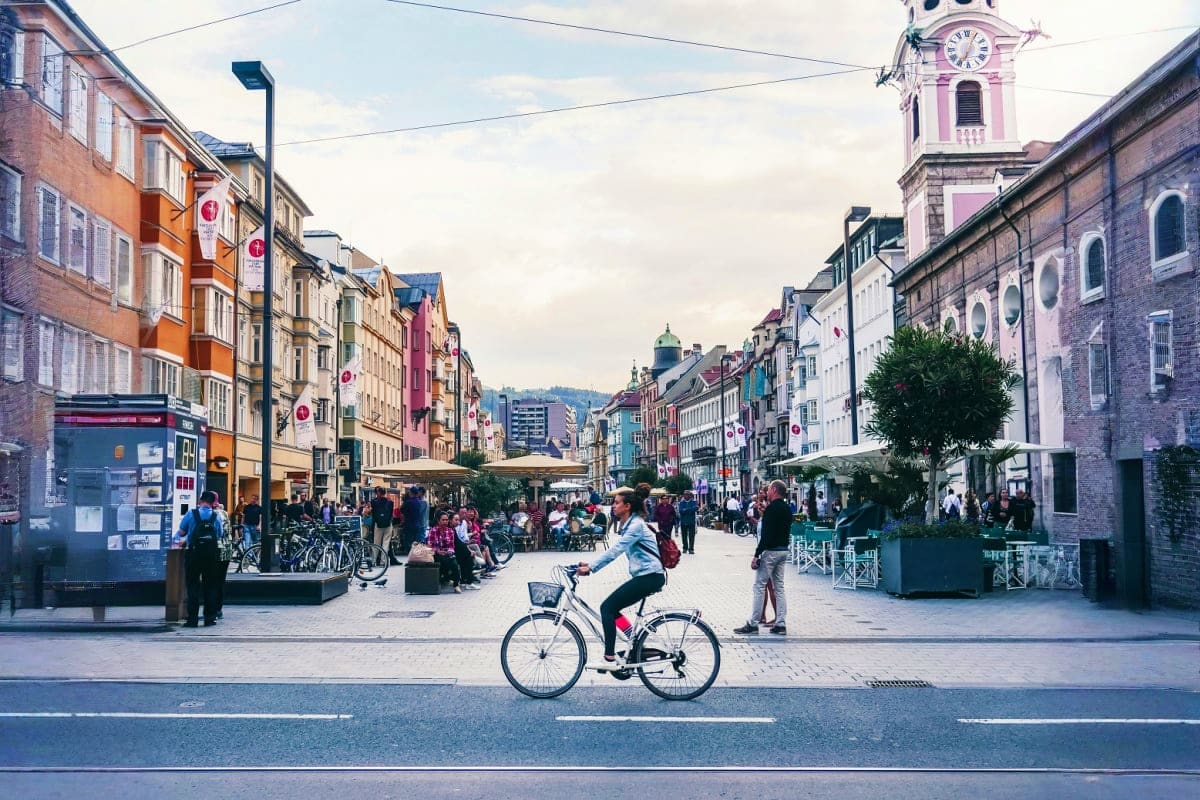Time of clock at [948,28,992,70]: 7:04
